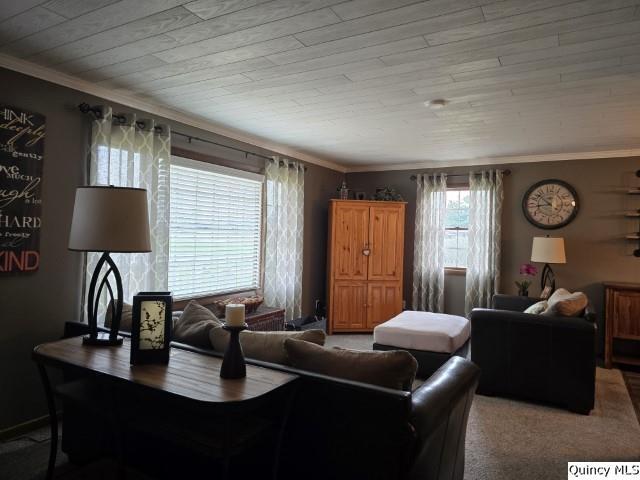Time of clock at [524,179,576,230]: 8:52
